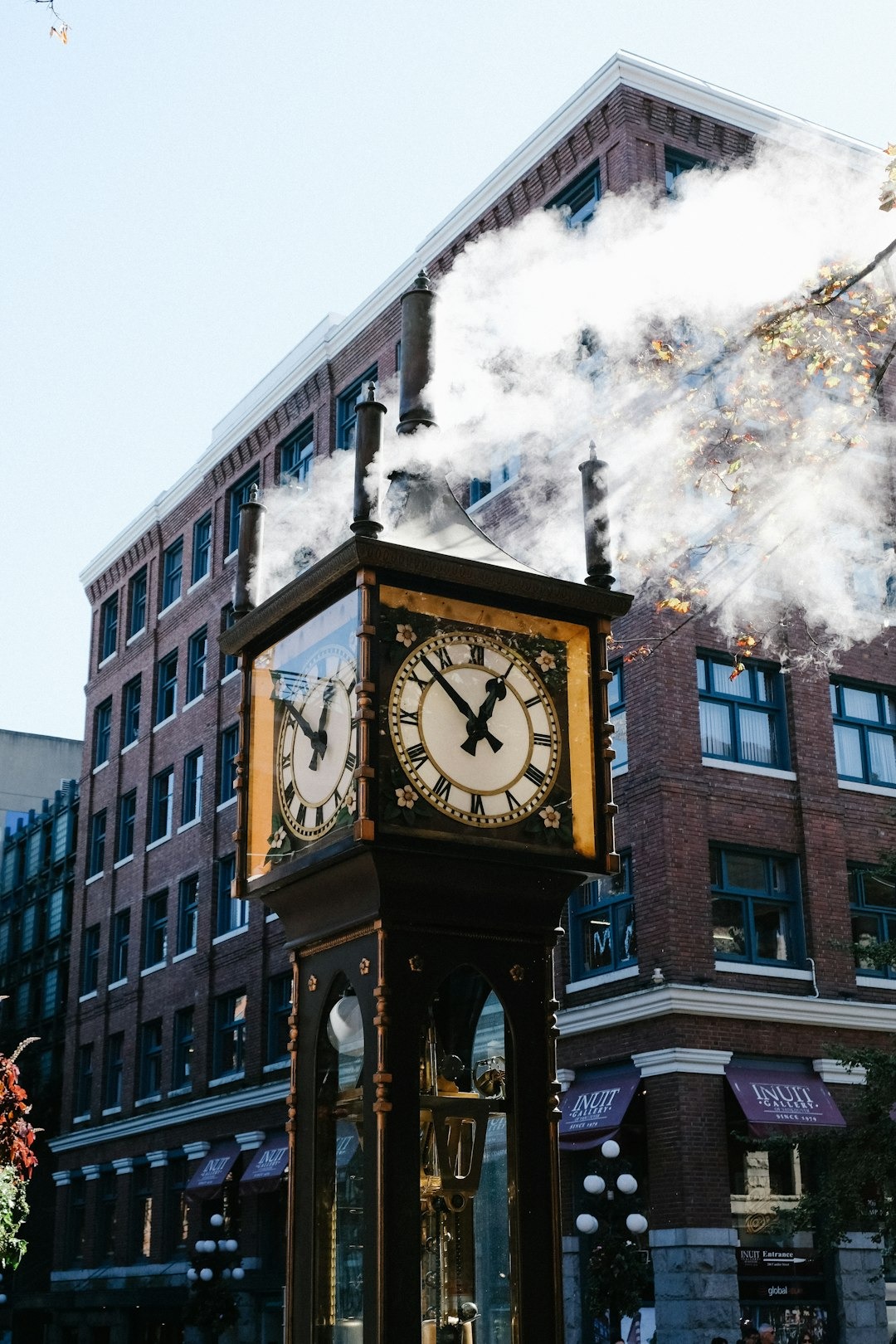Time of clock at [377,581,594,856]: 12:52
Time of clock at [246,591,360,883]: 12:52
